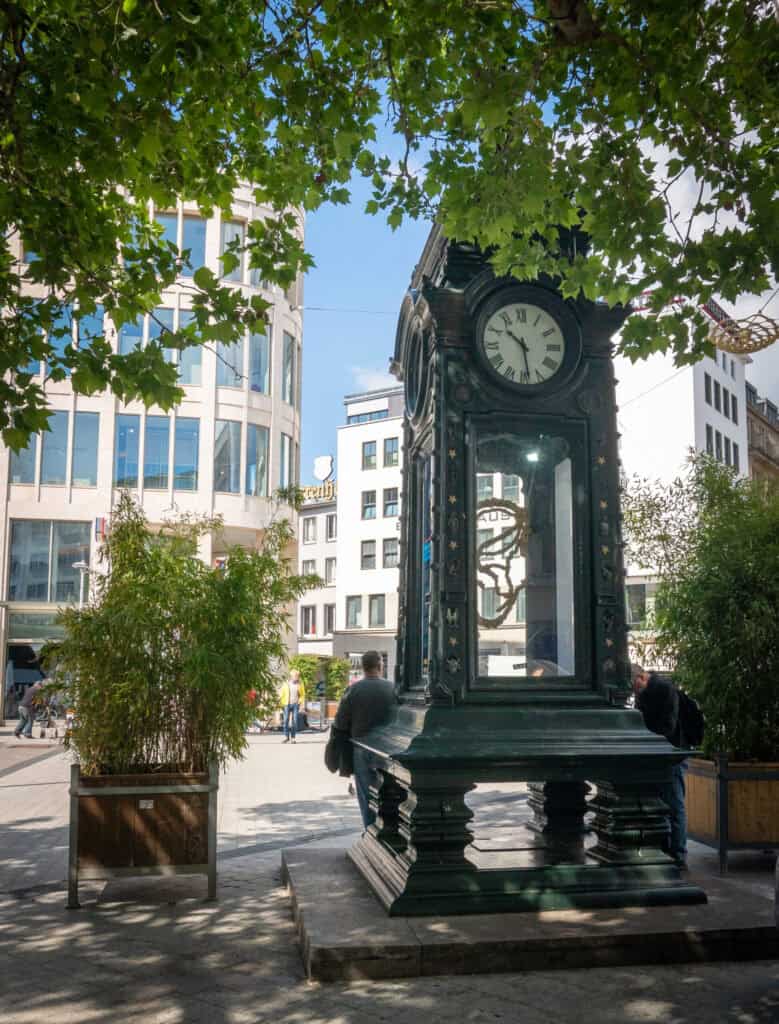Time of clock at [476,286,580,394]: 10:28
